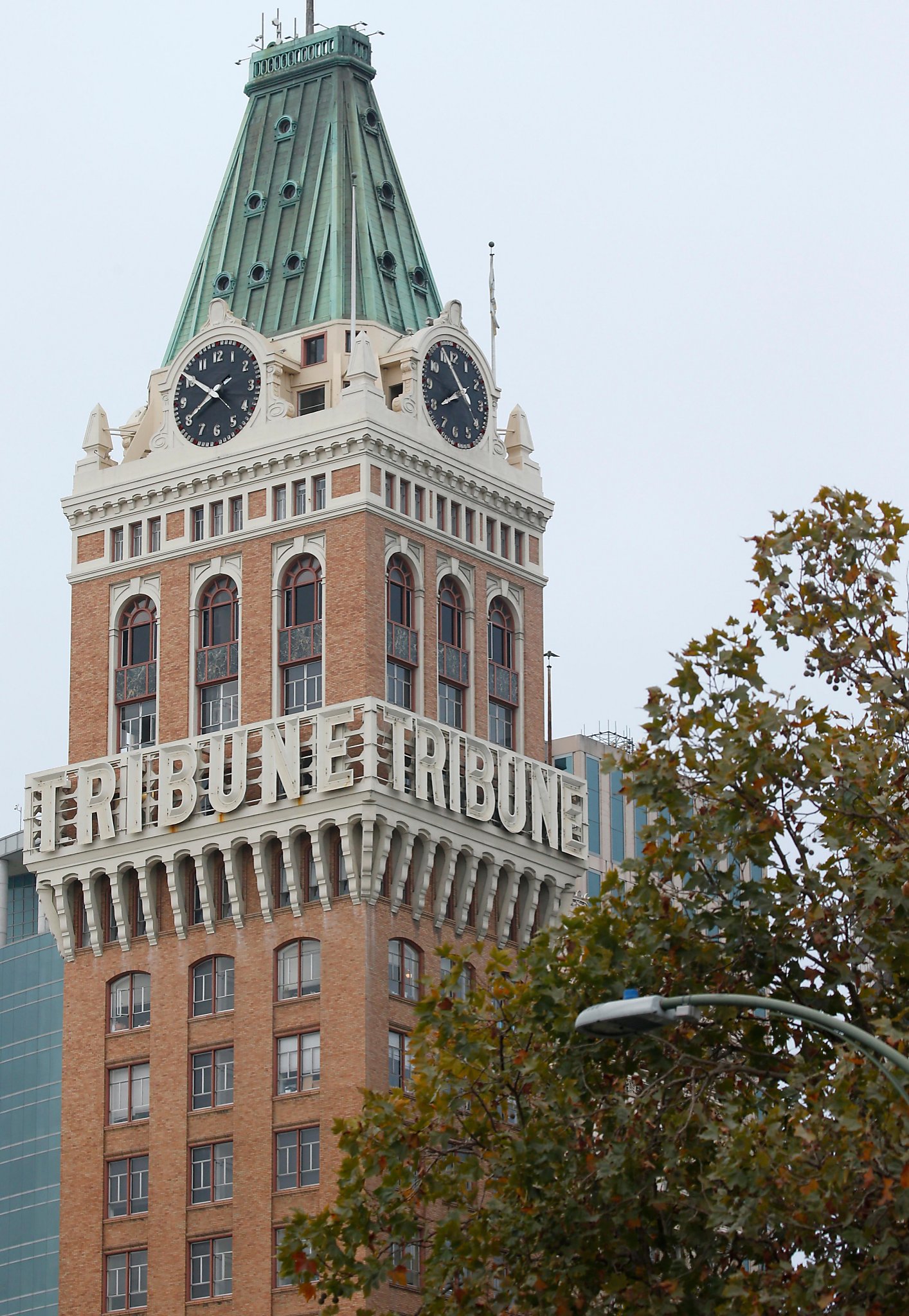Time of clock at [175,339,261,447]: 7:50
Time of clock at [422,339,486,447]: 7:55
